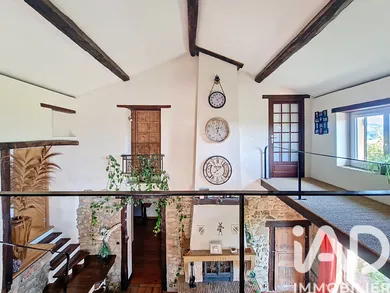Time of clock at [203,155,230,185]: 1:37
